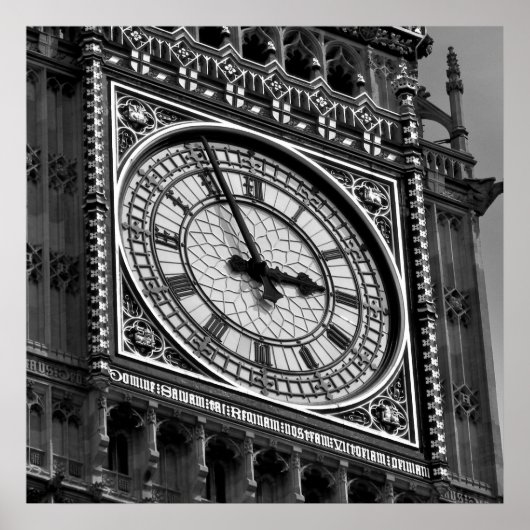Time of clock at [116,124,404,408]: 2:56
